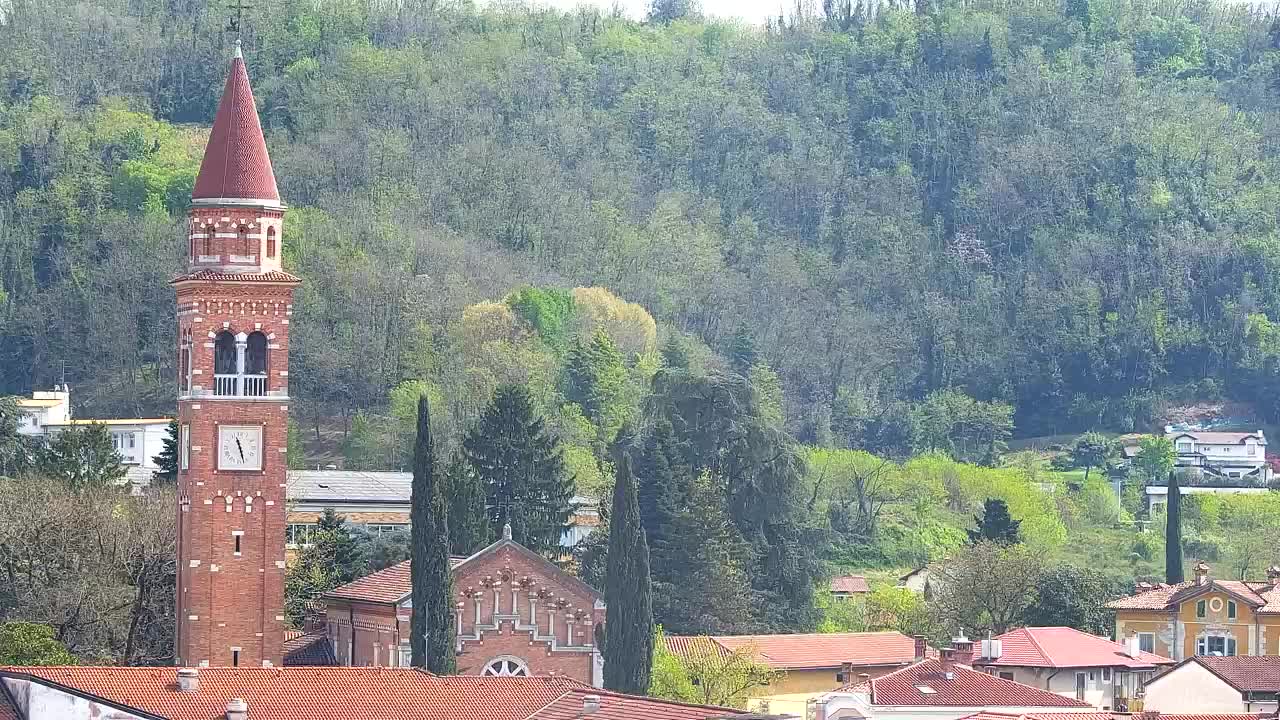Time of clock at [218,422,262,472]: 11:27
